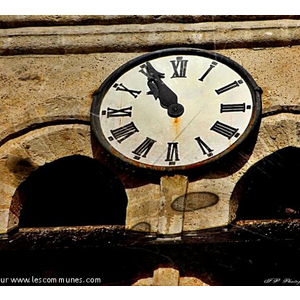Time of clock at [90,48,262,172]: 10:55
